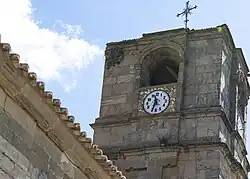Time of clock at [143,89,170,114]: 11:33
